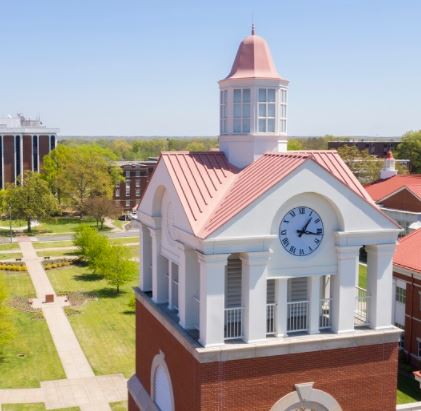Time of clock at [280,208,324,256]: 1:16
